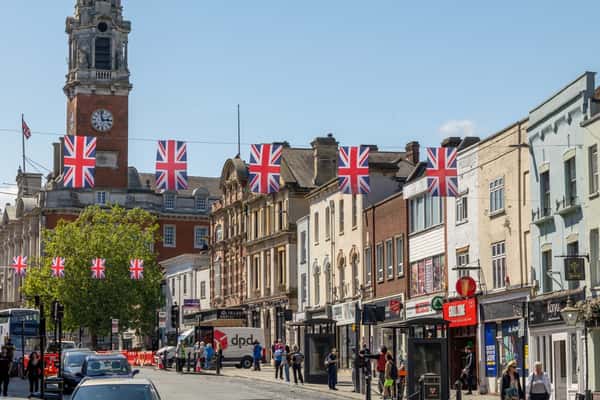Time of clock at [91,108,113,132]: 2:58
